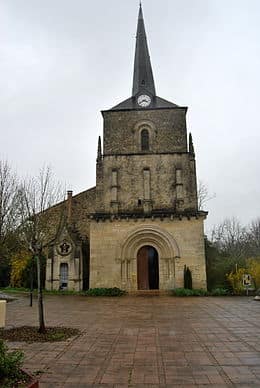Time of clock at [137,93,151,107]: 3:40
